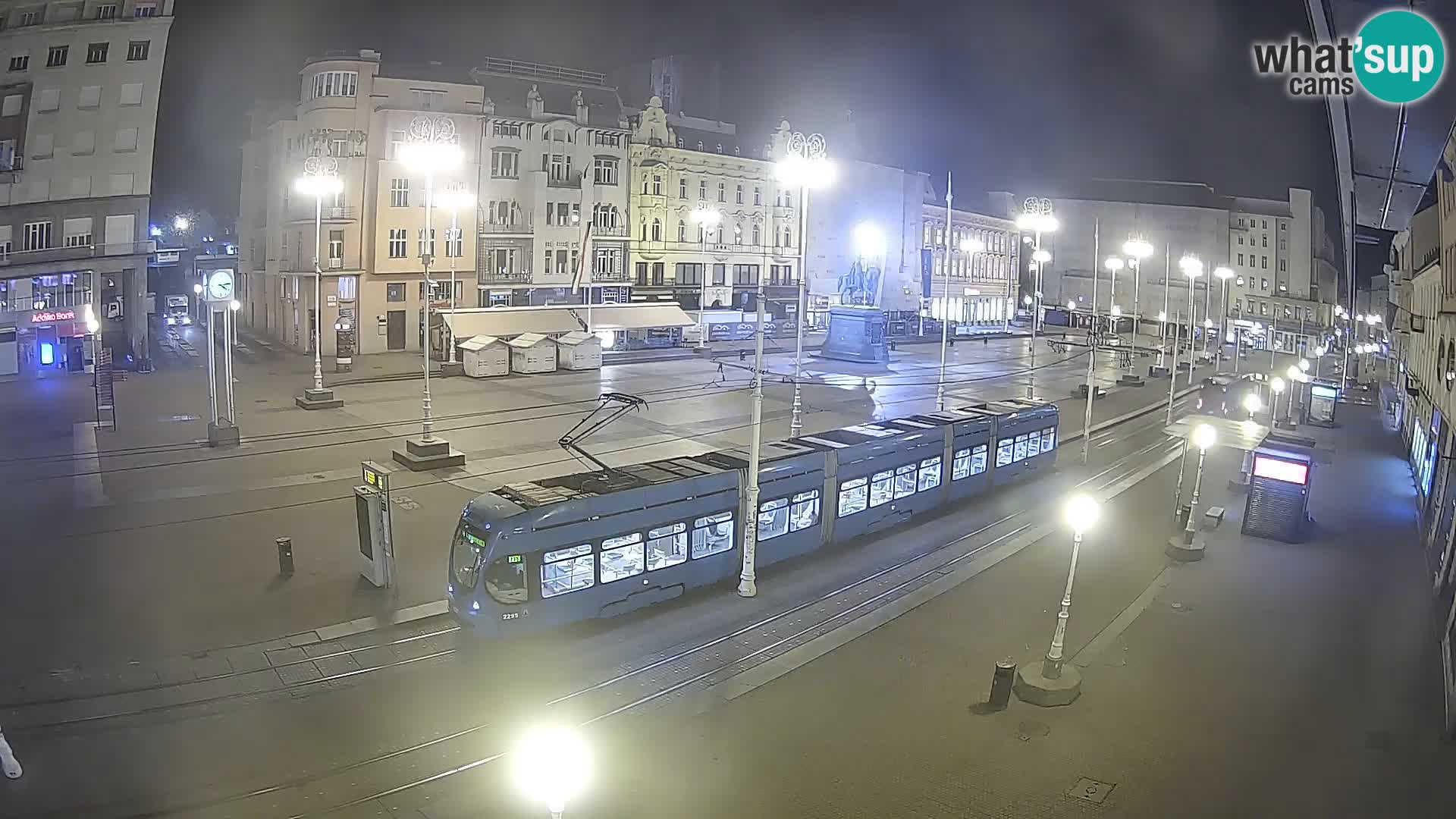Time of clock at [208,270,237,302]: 4:14
